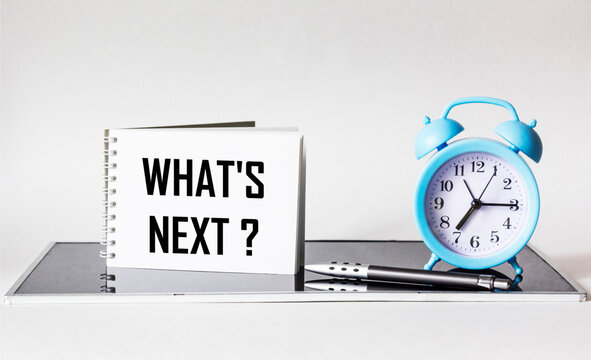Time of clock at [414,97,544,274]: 7:15
